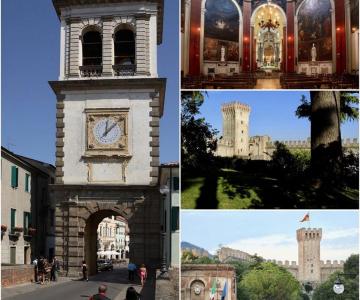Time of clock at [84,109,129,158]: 12:07
